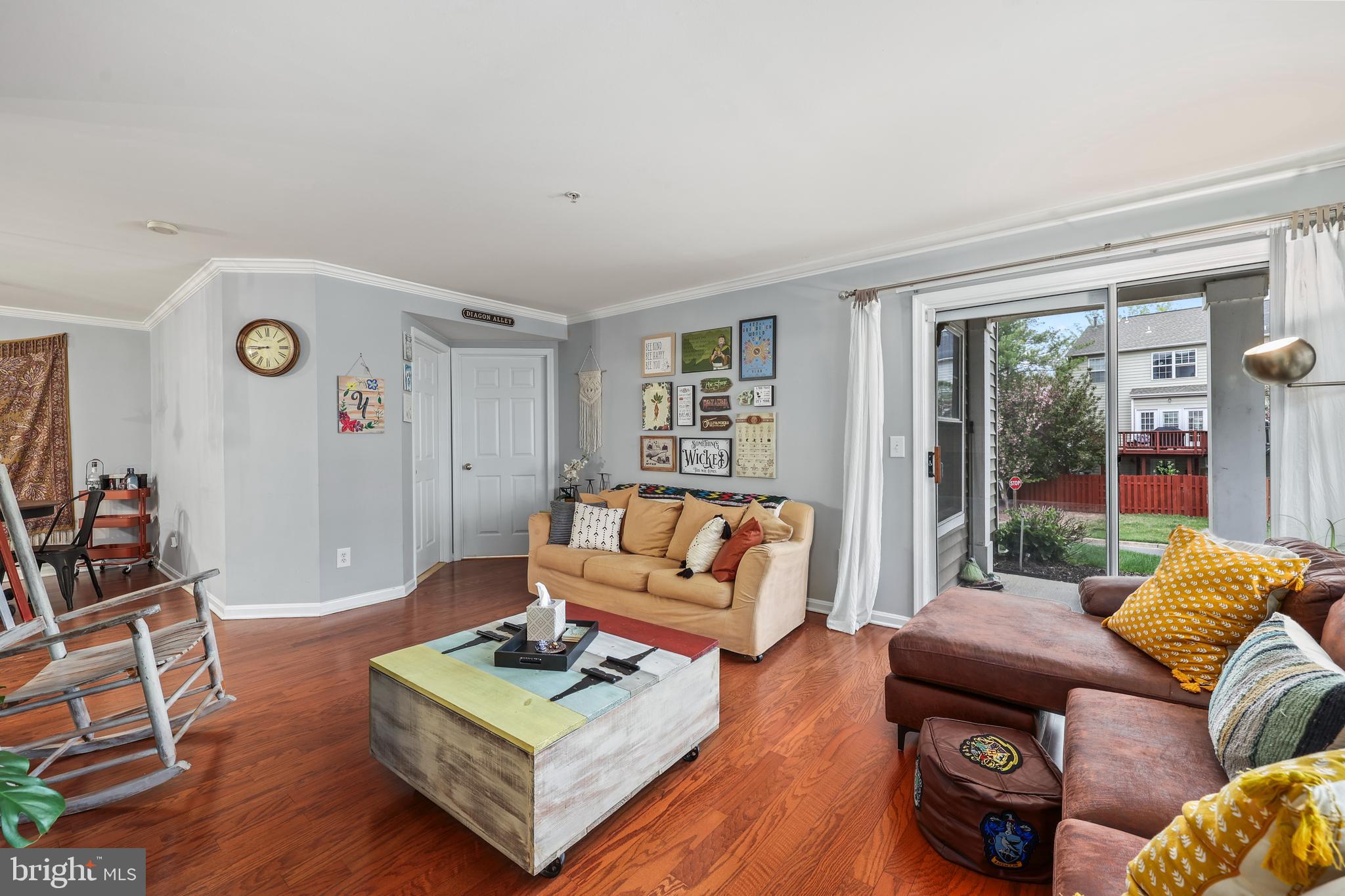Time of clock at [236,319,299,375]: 8:45
